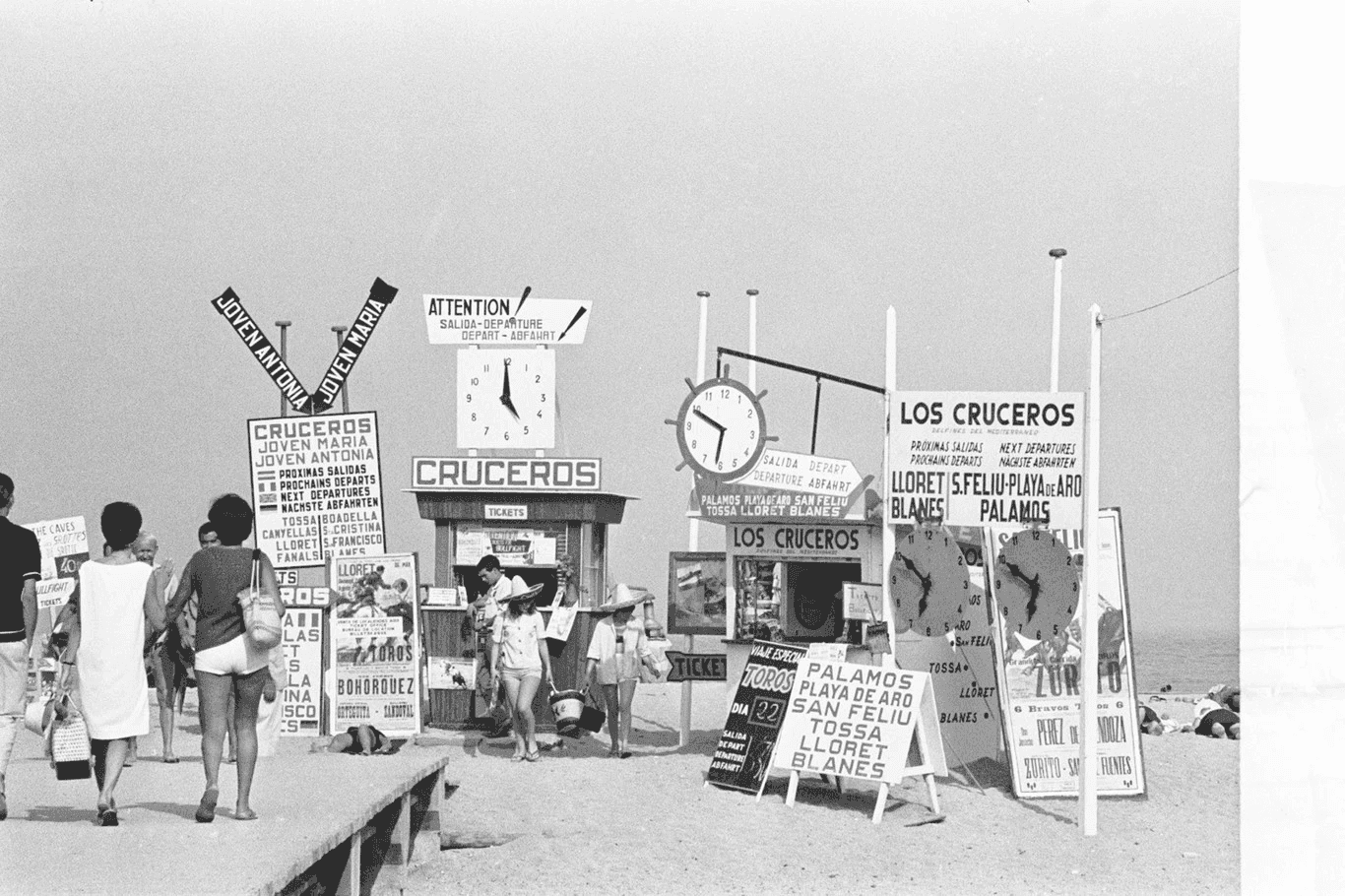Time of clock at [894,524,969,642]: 6:50
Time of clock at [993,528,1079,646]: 6:49
